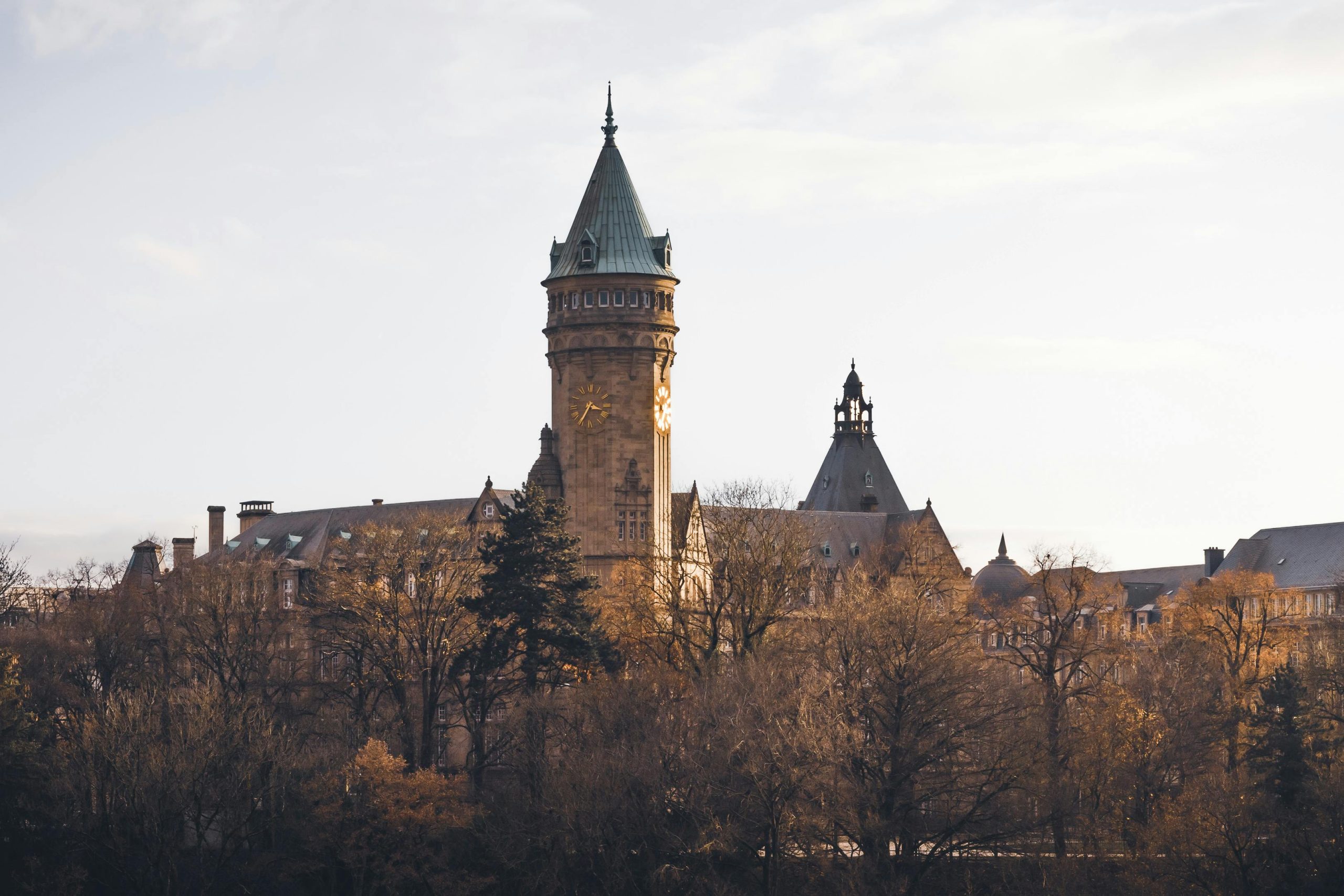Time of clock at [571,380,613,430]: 3:35
